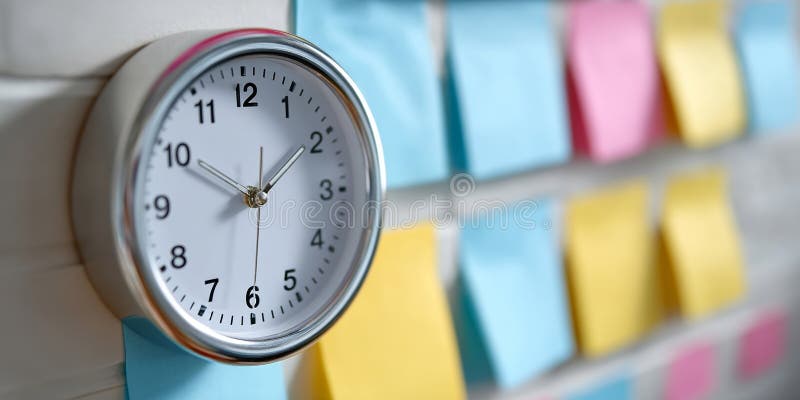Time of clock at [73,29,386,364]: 1:49
